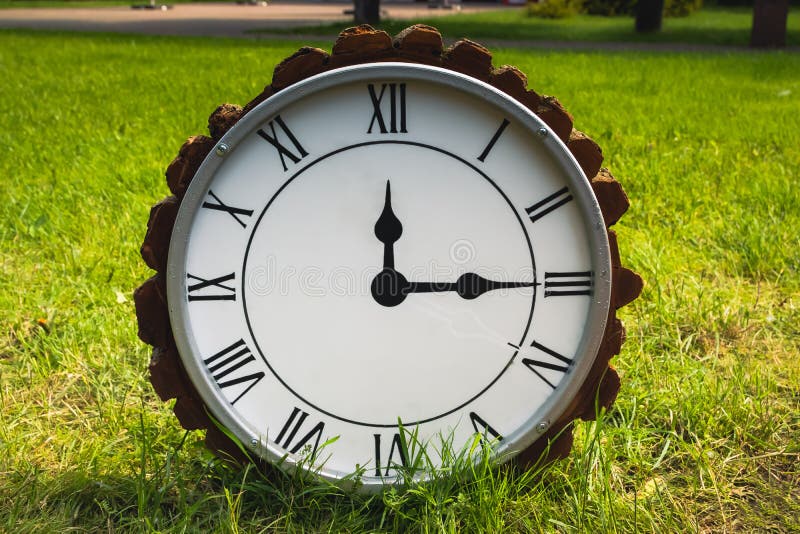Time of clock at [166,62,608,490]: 12:14
